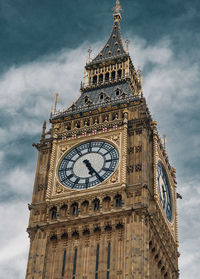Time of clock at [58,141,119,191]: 5:24
